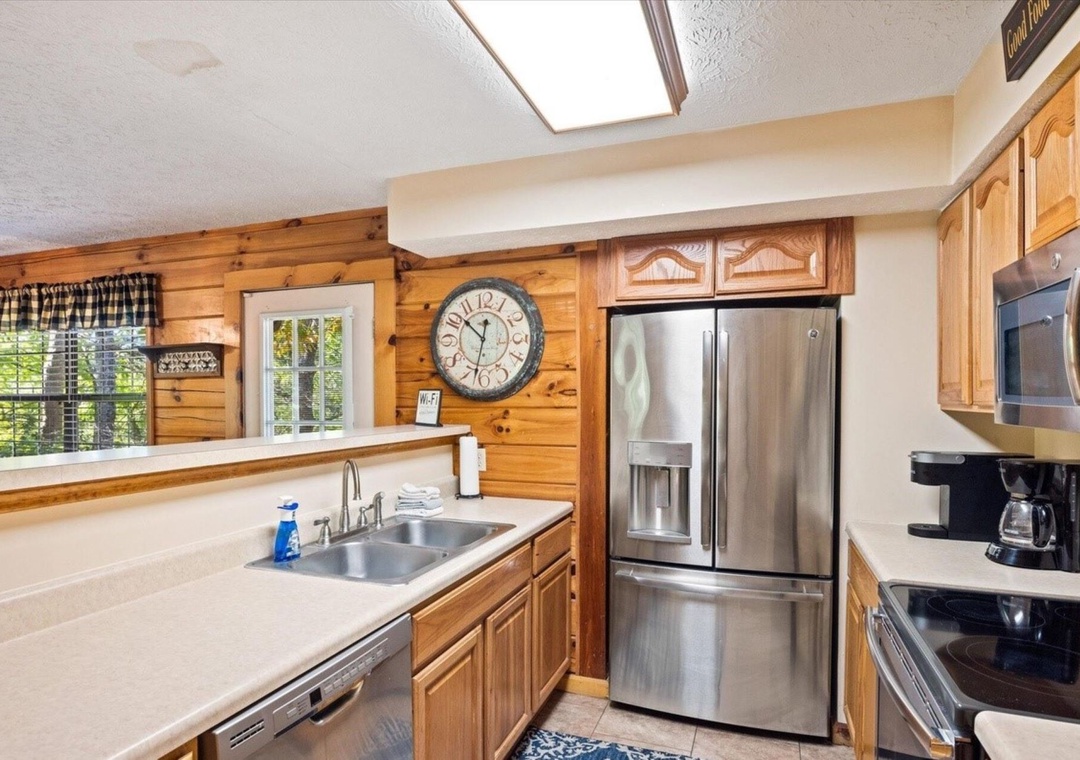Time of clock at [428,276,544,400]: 10:32
